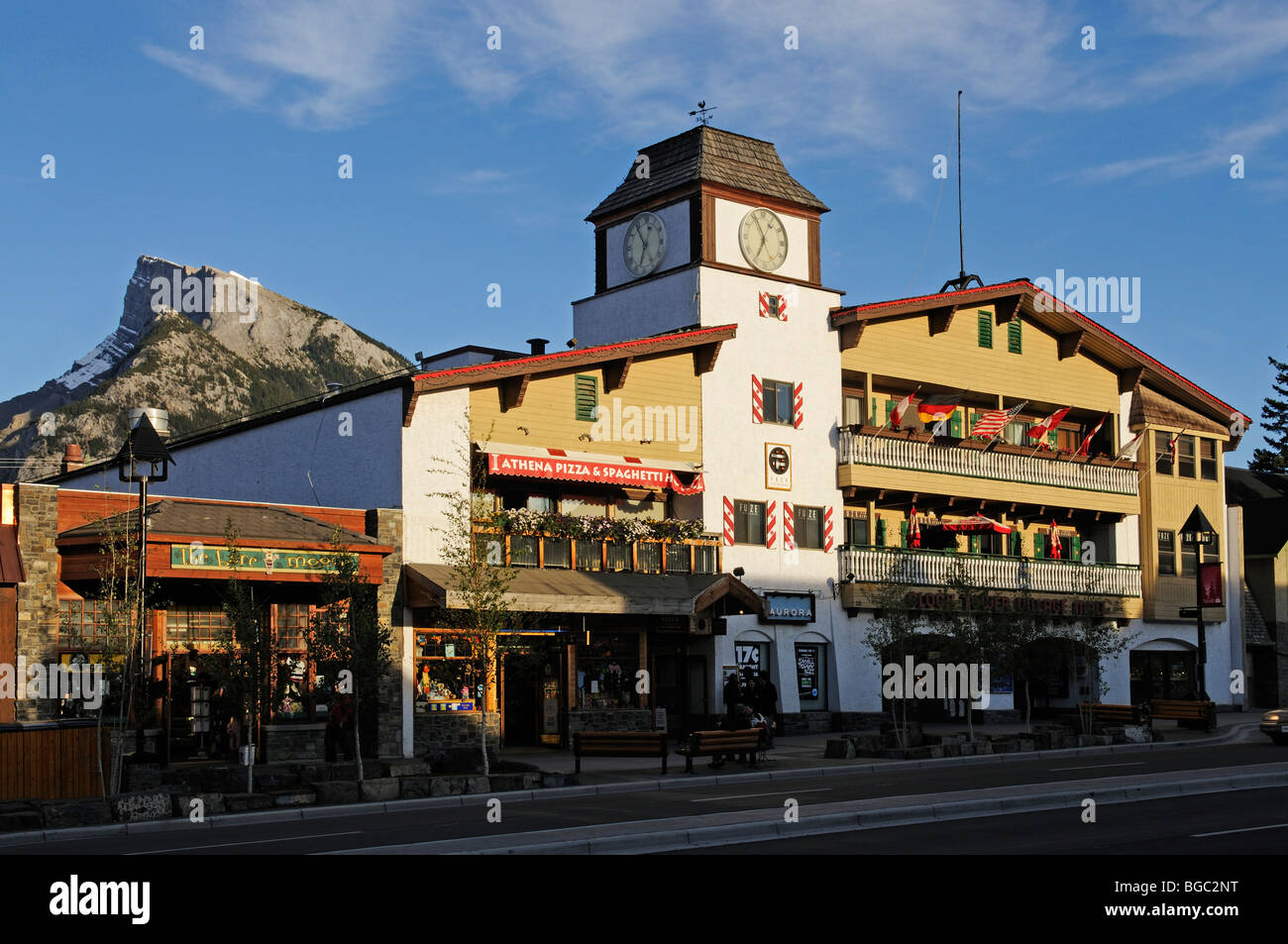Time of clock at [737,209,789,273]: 6:56
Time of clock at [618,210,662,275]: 12:32
